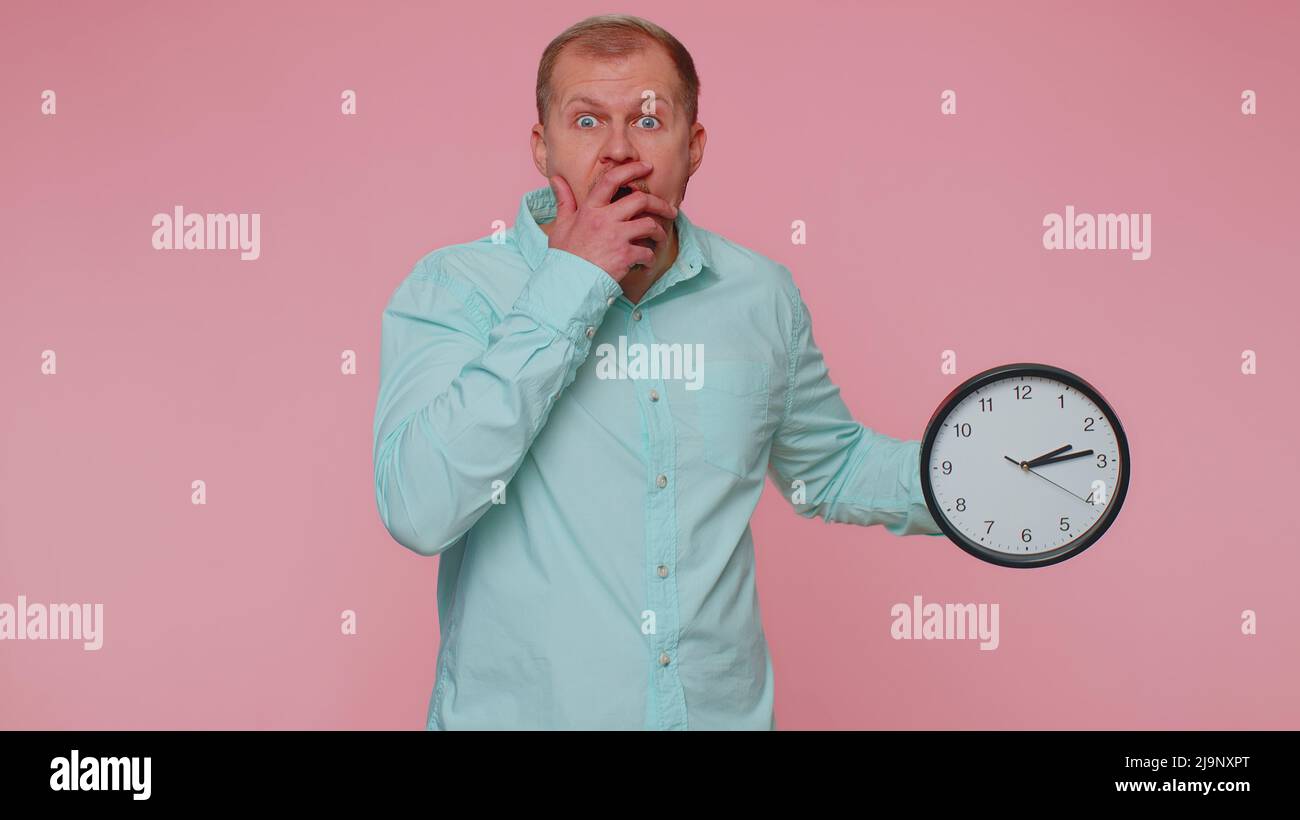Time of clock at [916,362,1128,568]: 2:13
